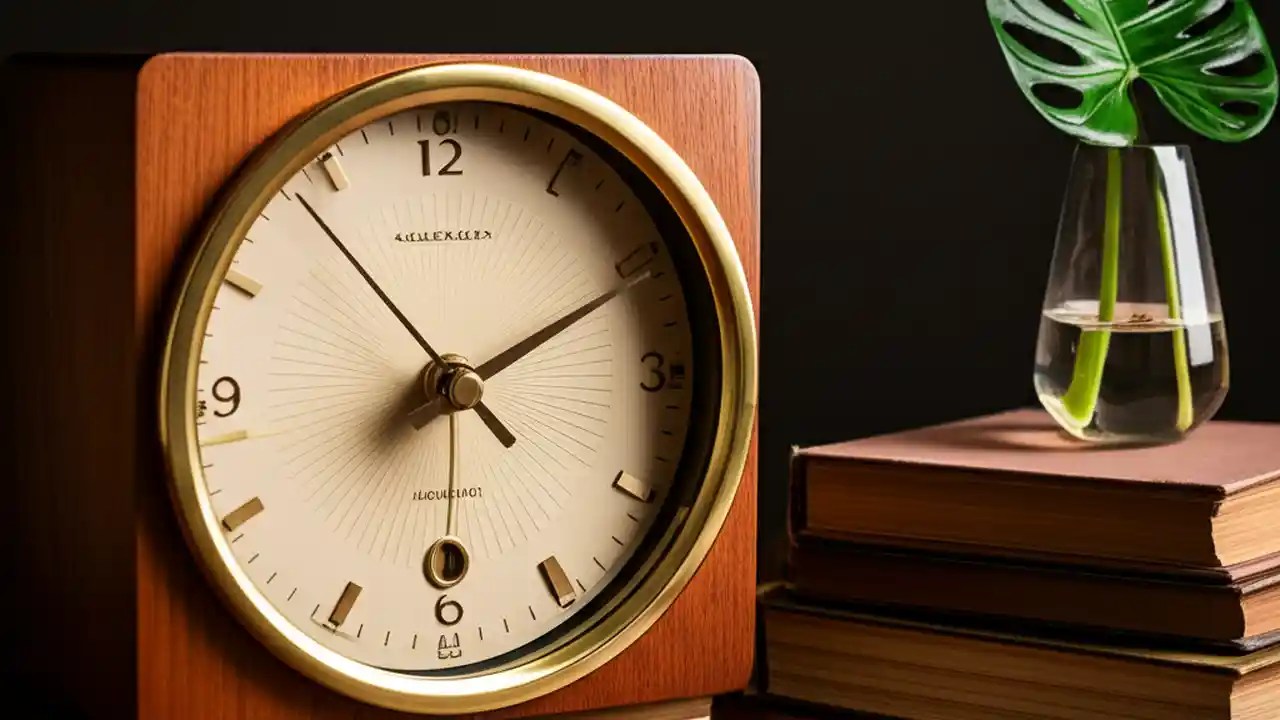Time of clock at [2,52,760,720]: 2:10
